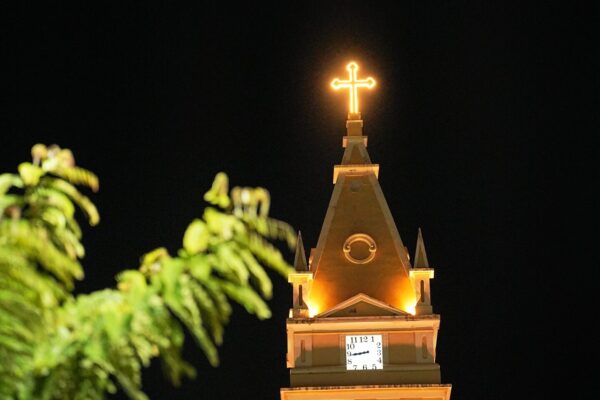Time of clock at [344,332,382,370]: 8:44
